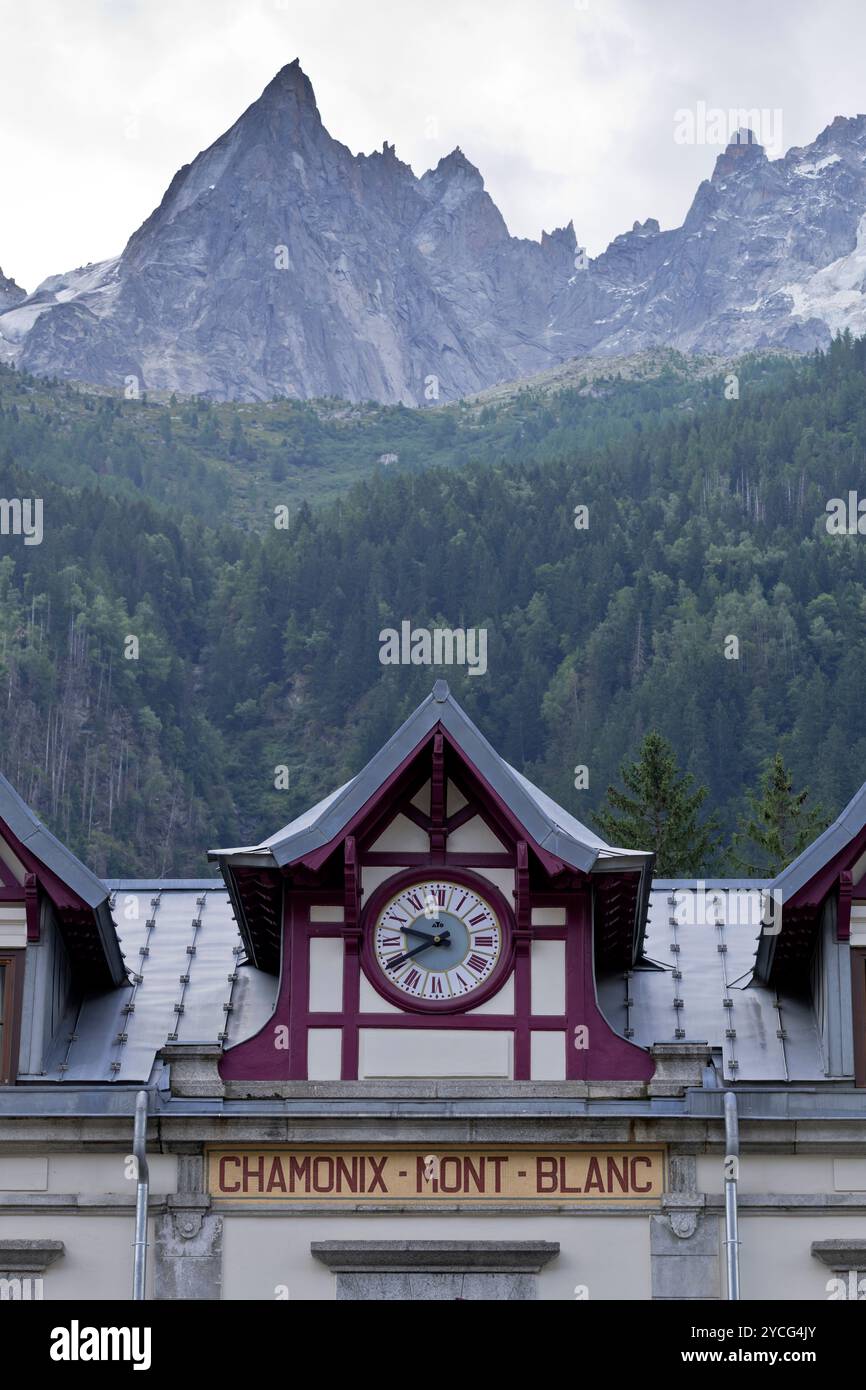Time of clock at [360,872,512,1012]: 9:39
